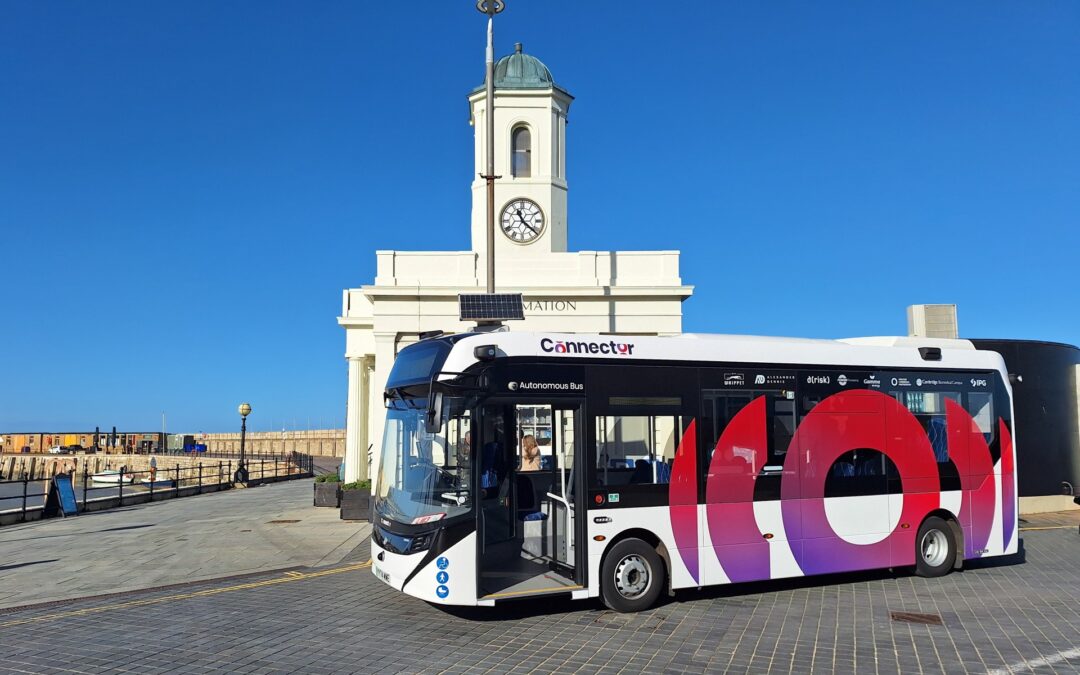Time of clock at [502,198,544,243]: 11:21
